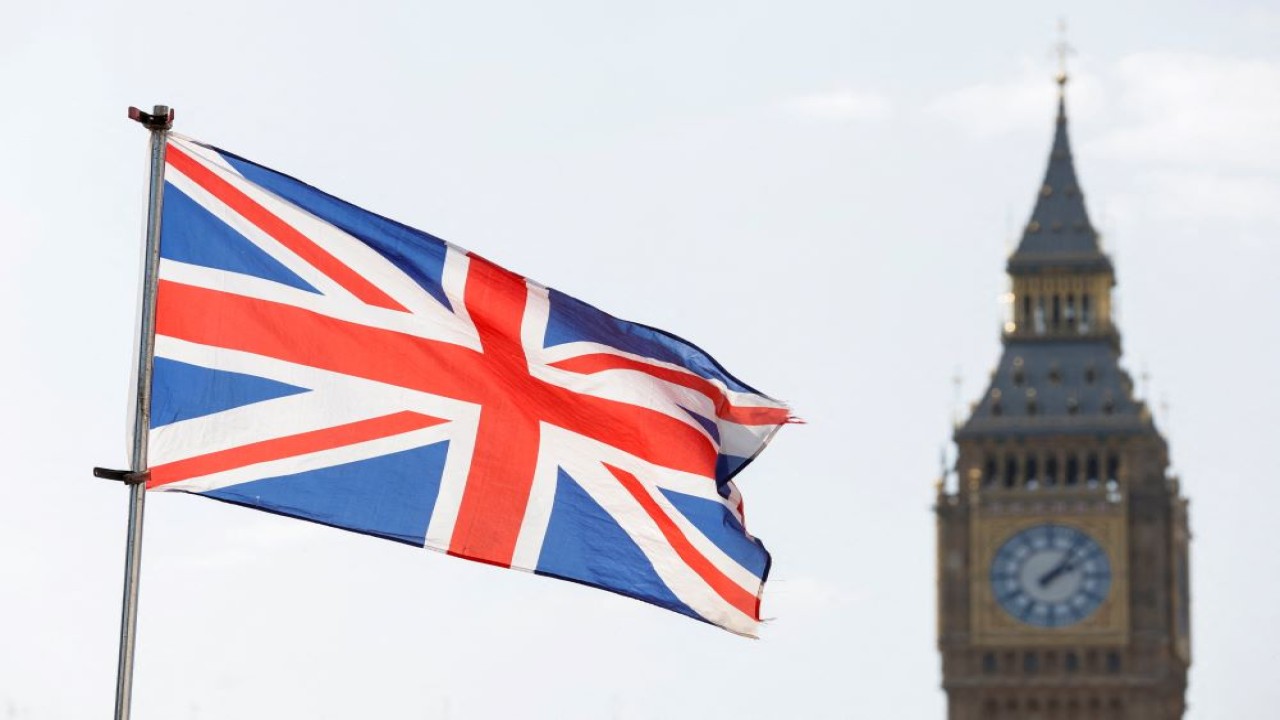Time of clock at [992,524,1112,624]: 2:06
